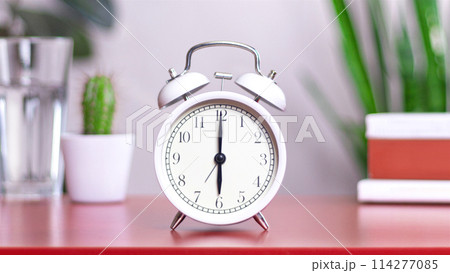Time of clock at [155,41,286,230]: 6:00
